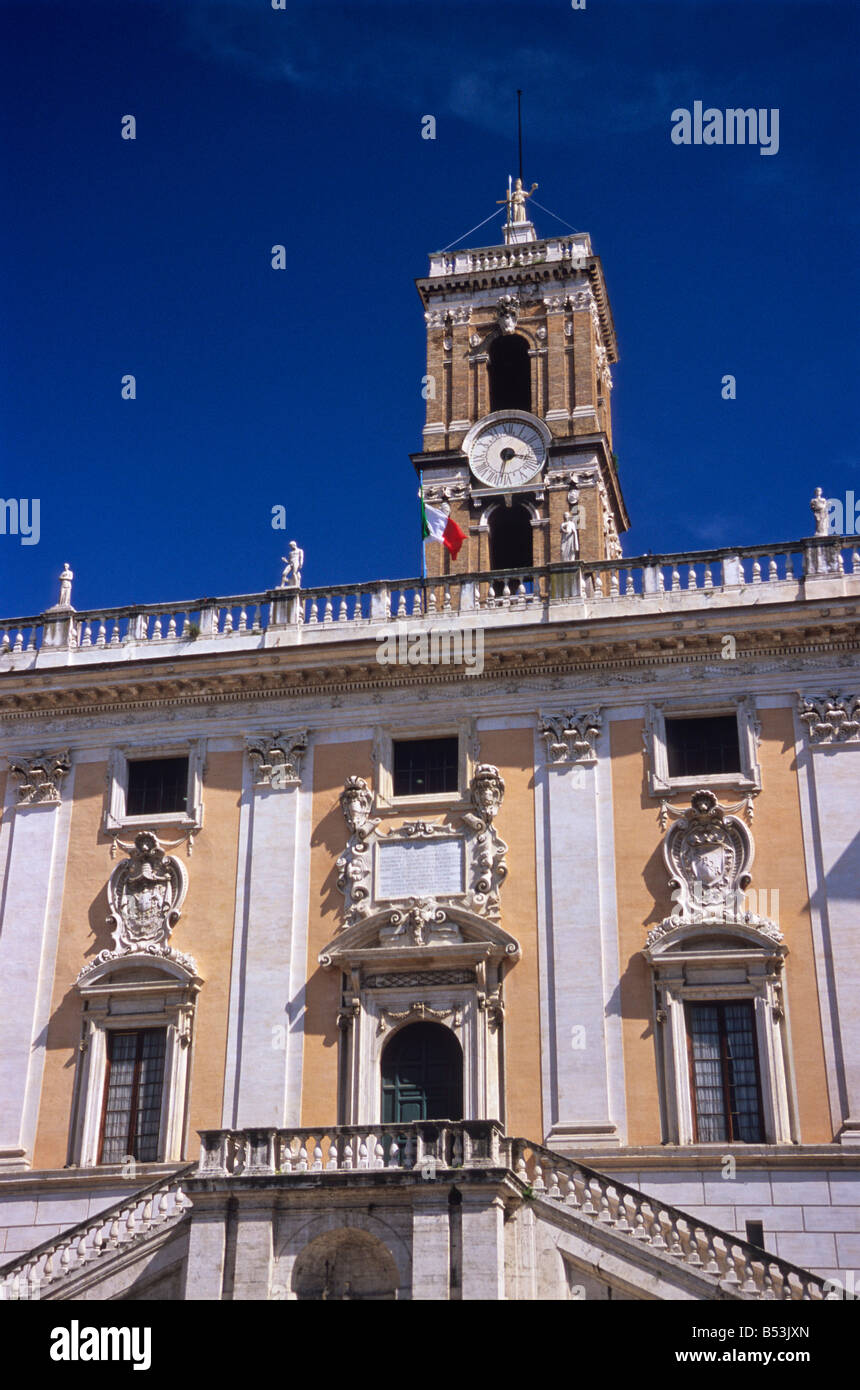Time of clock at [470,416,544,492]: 3:32
